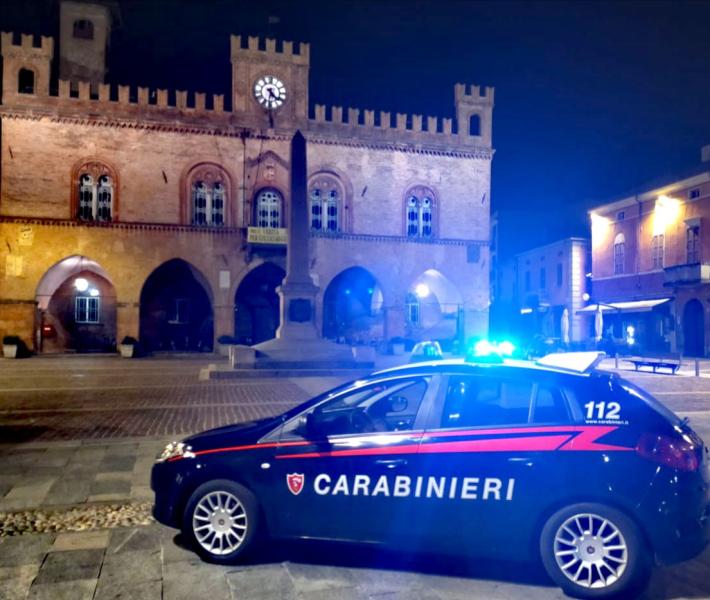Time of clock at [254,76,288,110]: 4:31
